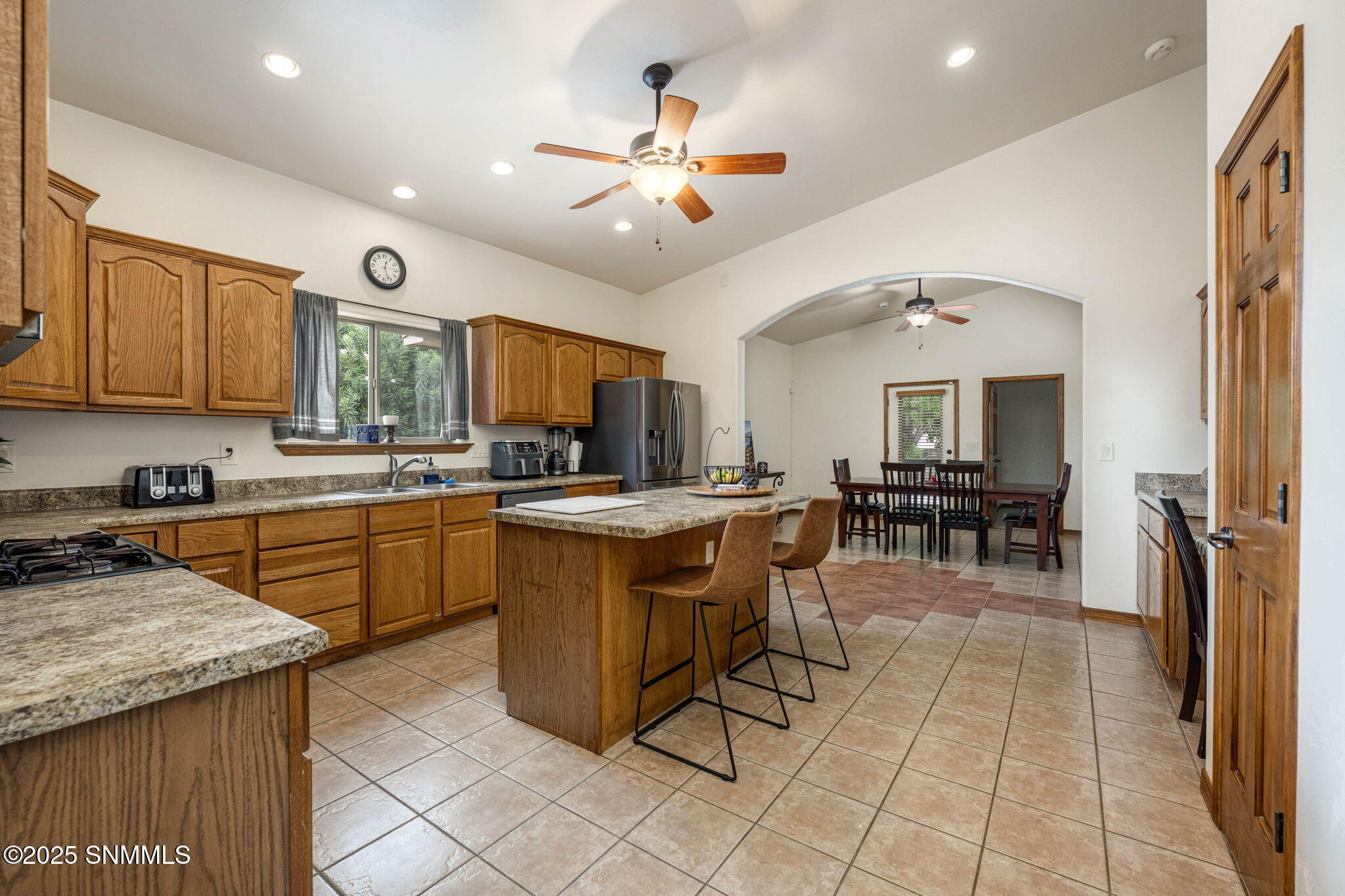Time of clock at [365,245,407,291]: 12:27
